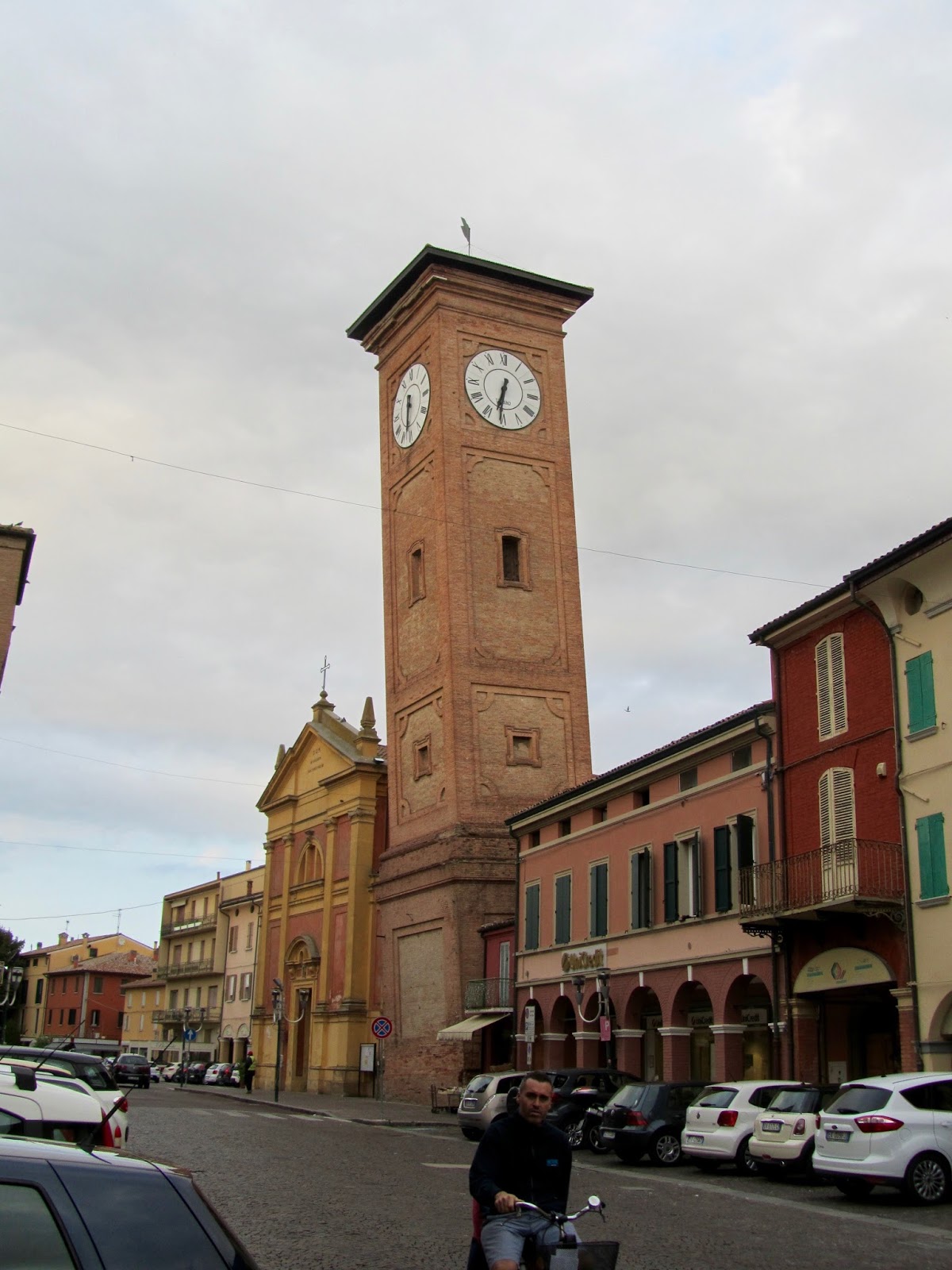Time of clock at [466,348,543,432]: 6:31
